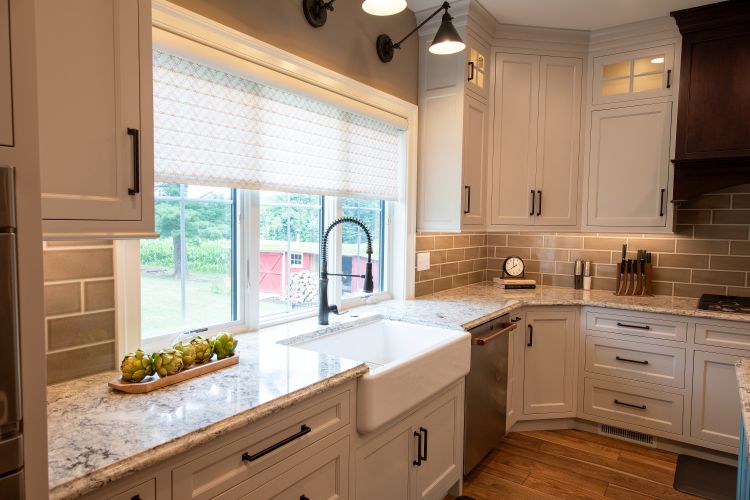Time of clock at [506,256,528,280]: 11:38
